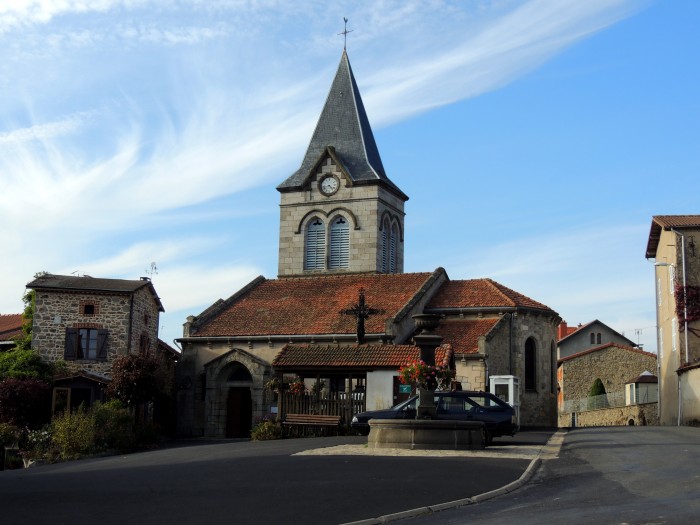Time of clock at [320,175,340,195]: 4:42
